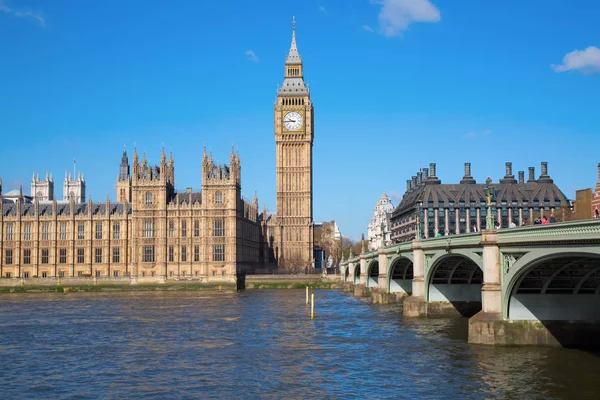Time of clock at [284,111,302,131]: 9:44
